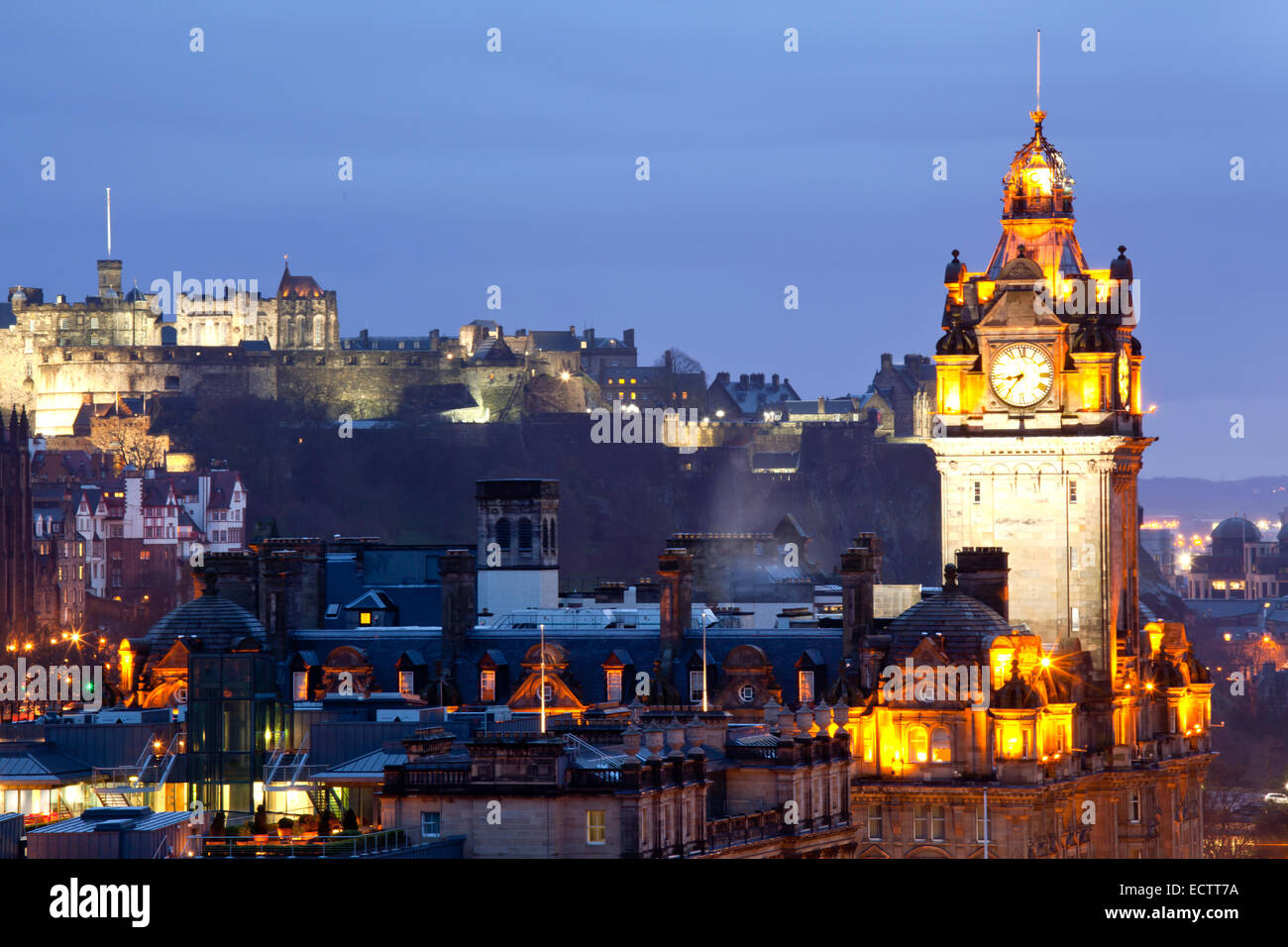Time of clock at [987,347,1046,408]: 8:36
